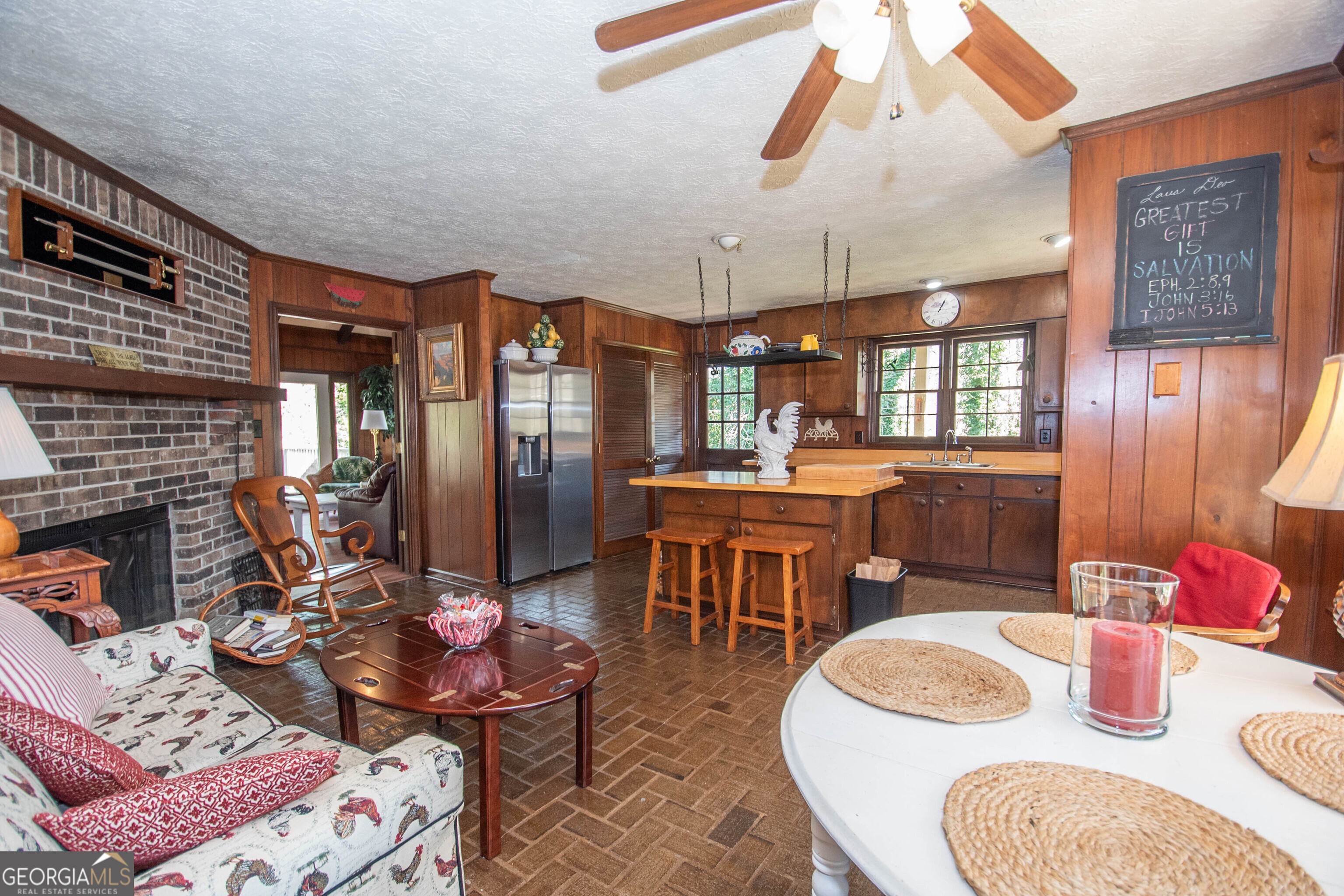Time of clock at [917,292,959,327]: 1:05
